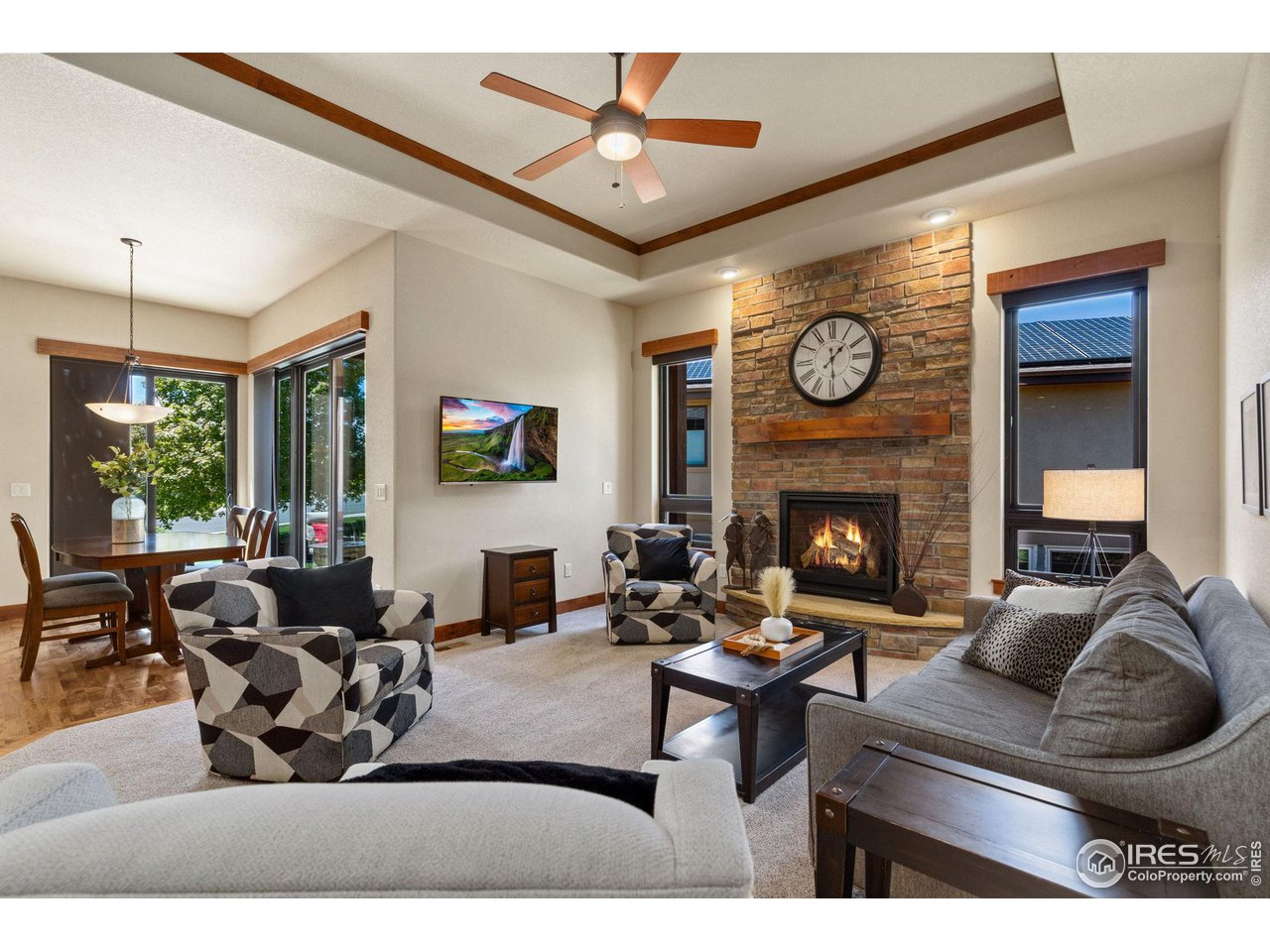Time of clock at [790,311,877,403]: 1:29
